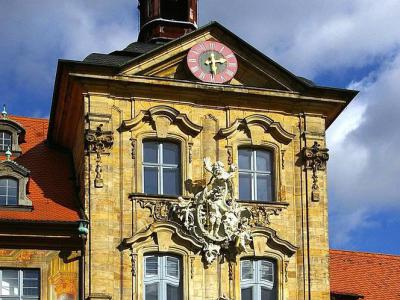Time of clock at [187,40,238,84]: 2:29
